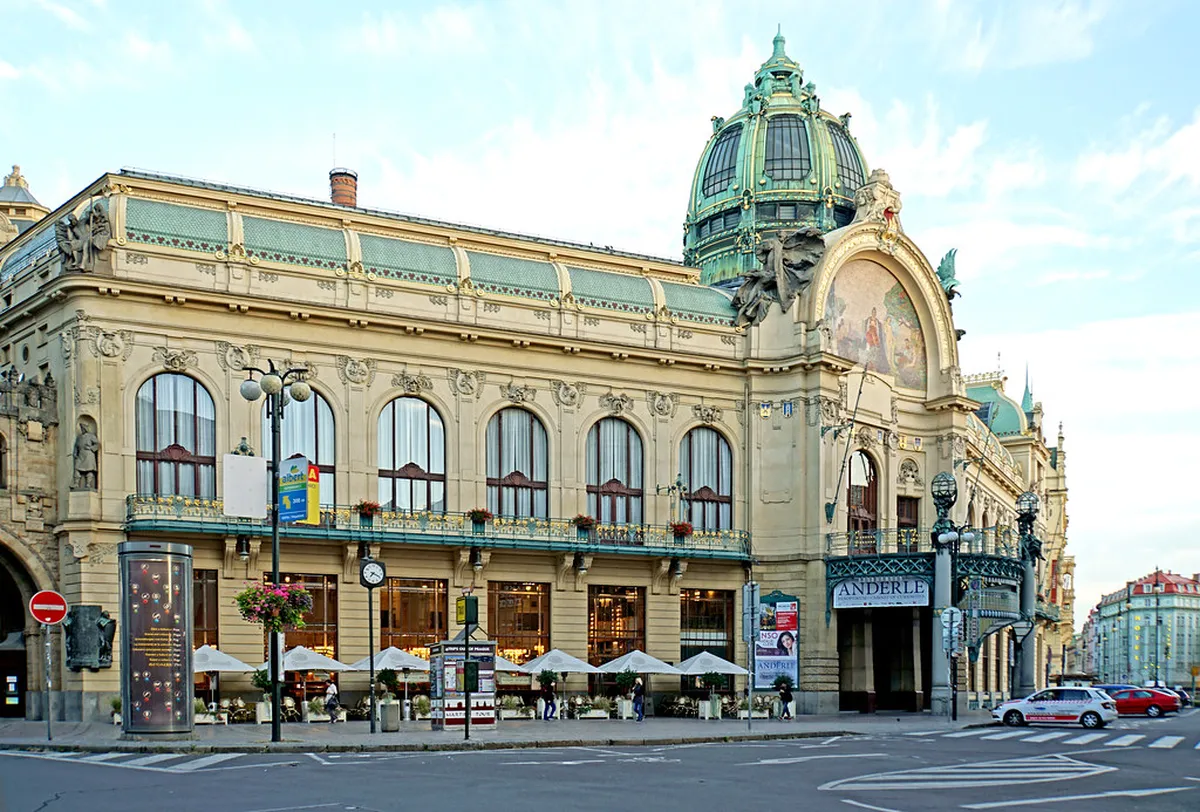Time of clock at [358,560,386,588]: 7:18
